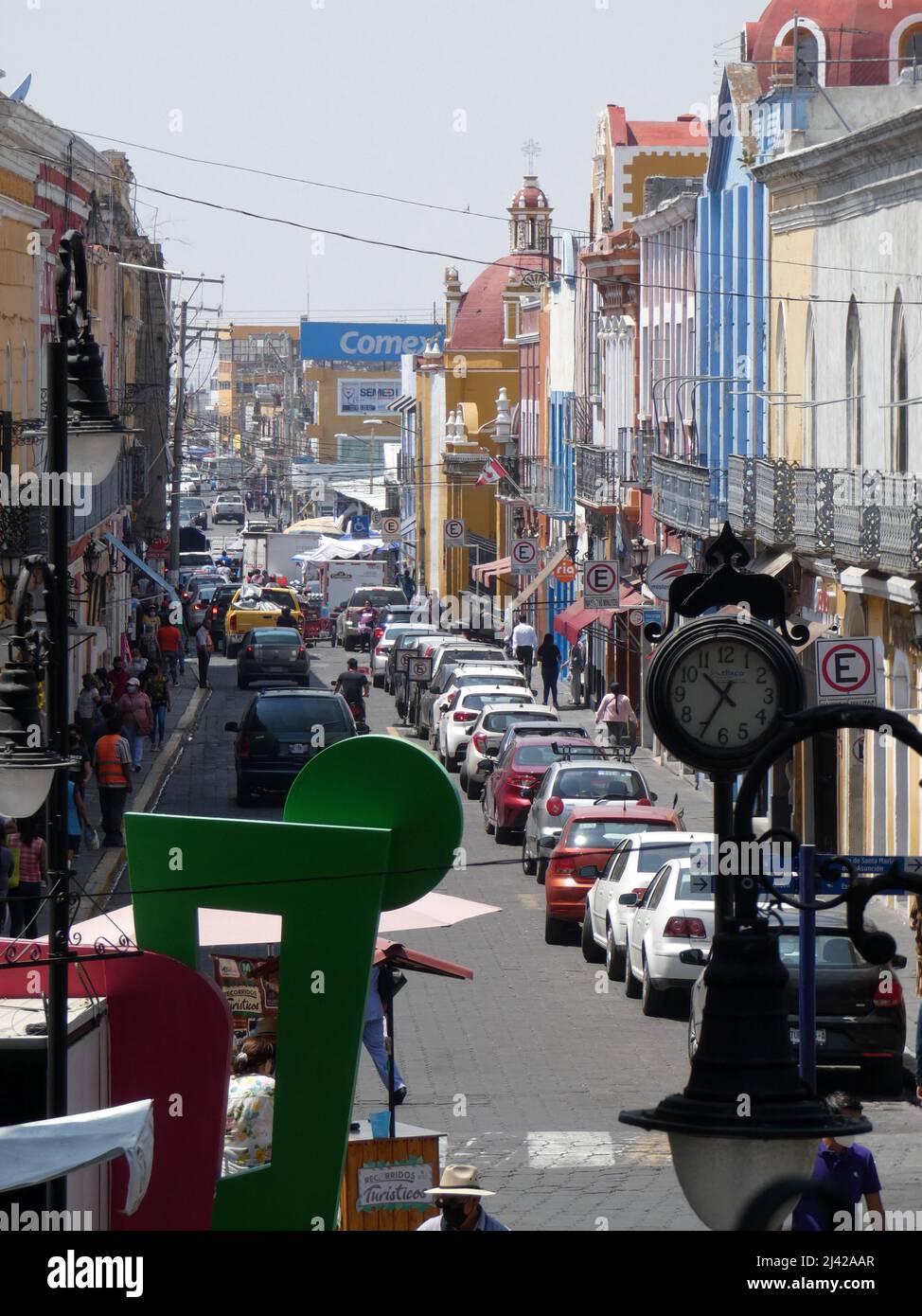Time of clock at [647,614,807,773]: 10:34
